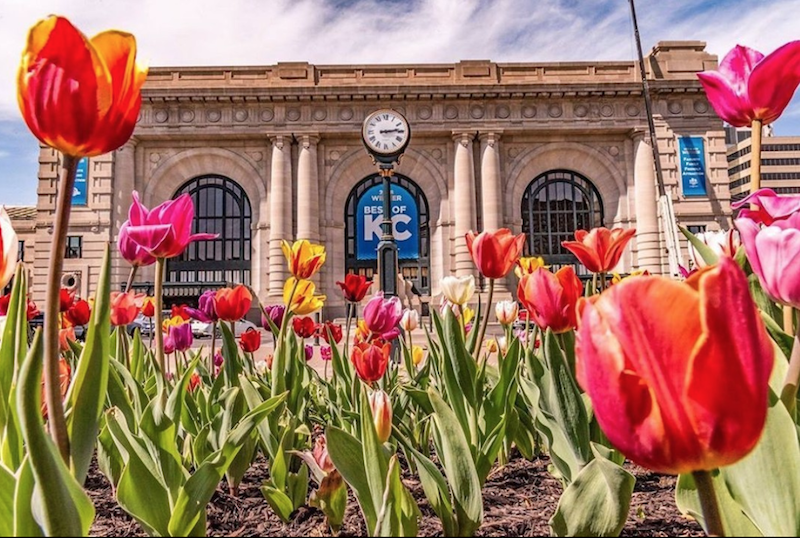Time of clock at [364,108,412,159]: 3:13
